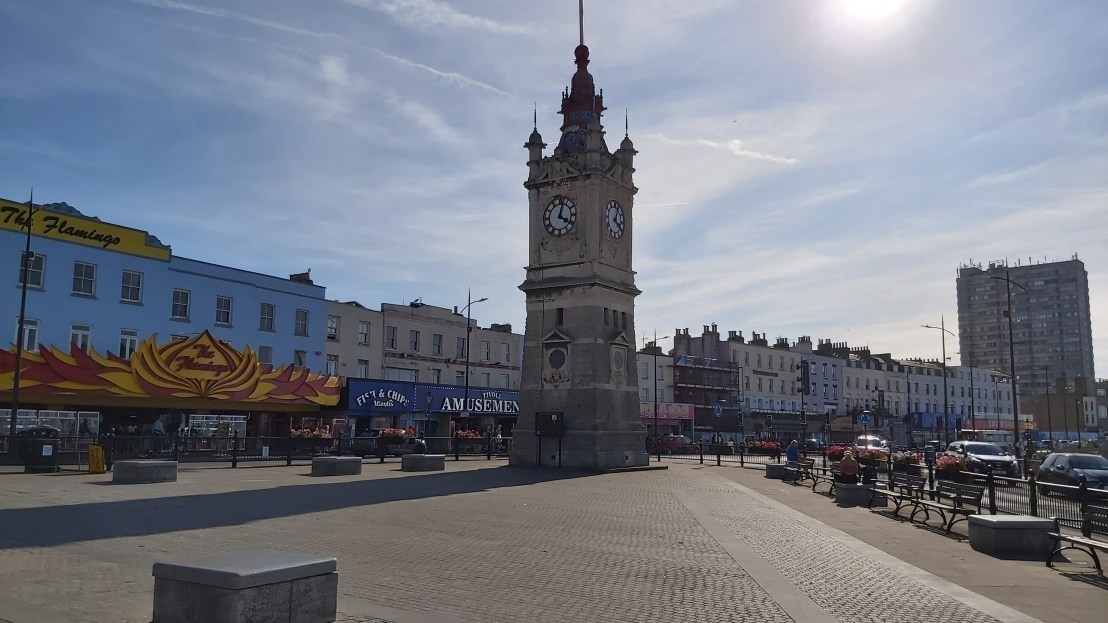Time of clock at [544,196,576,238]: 4:02
